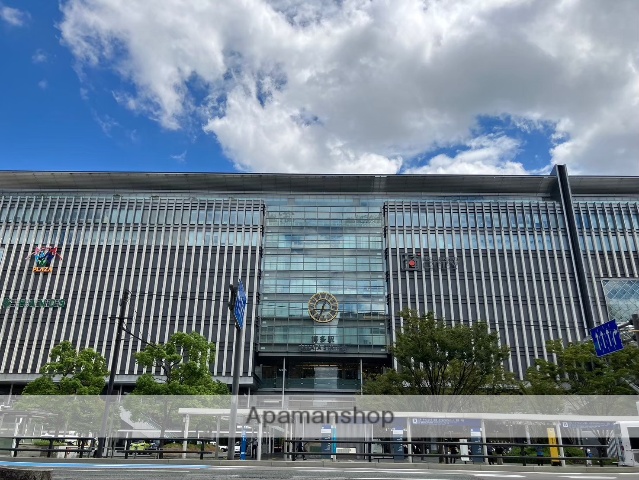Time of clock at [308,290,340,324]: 12:33
